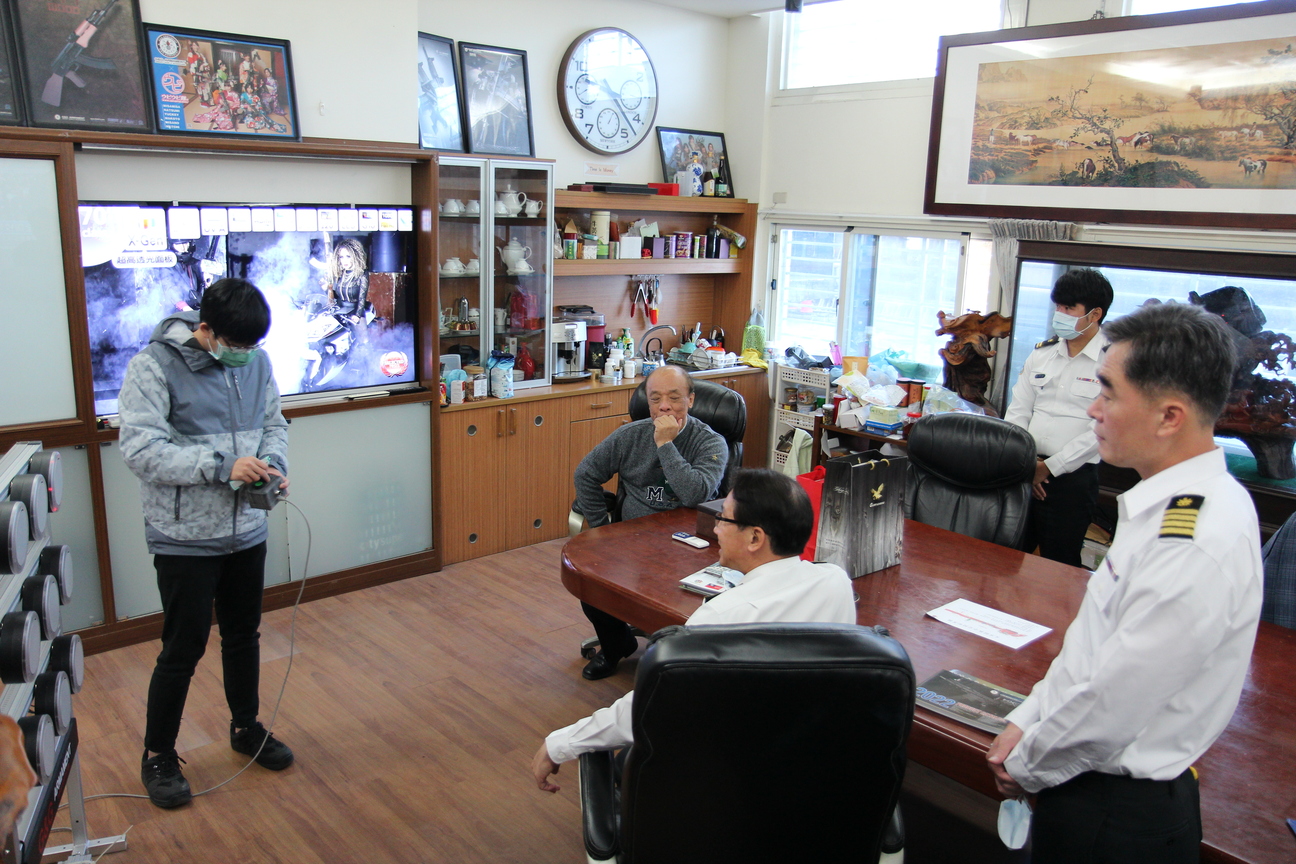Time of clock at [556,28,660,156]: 9:22
